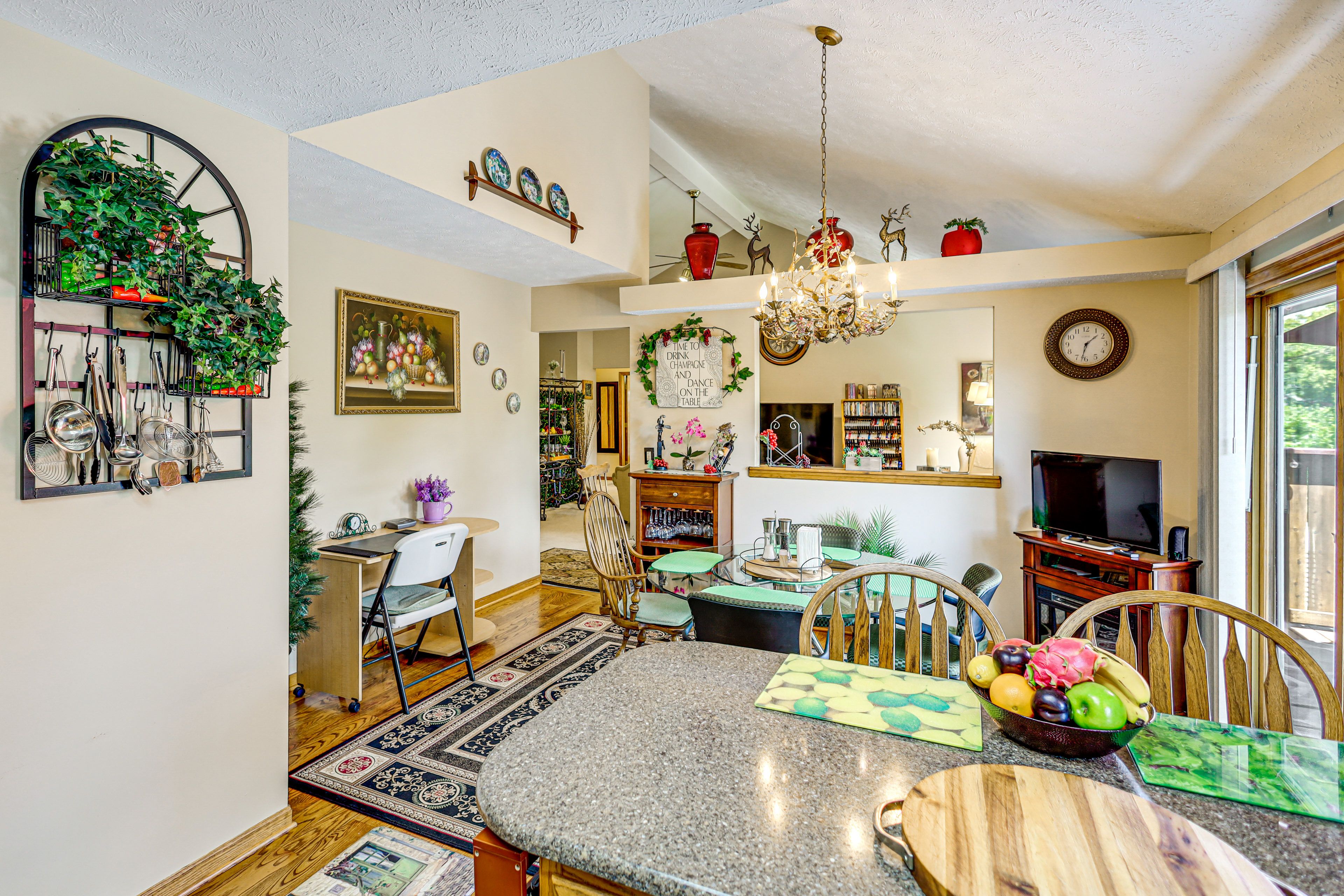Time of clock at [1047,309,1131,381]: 1:32
